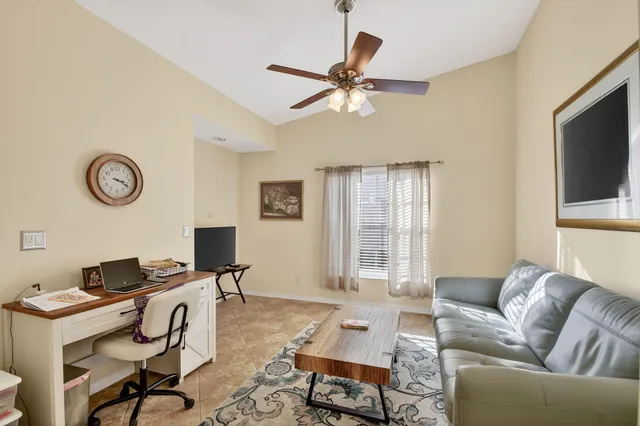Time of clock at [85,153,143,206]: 3:18
